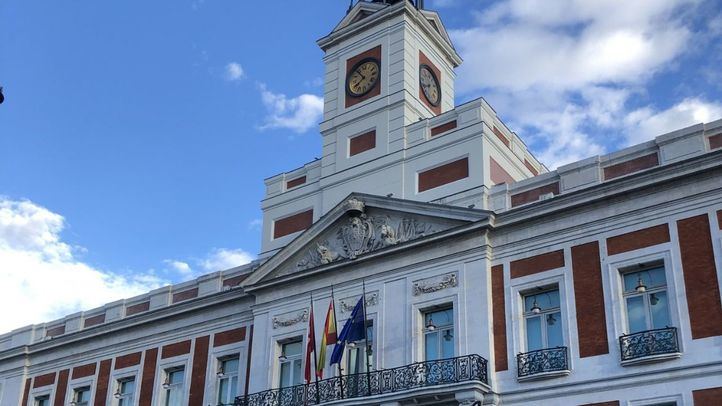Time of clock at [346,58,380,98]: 7:53
